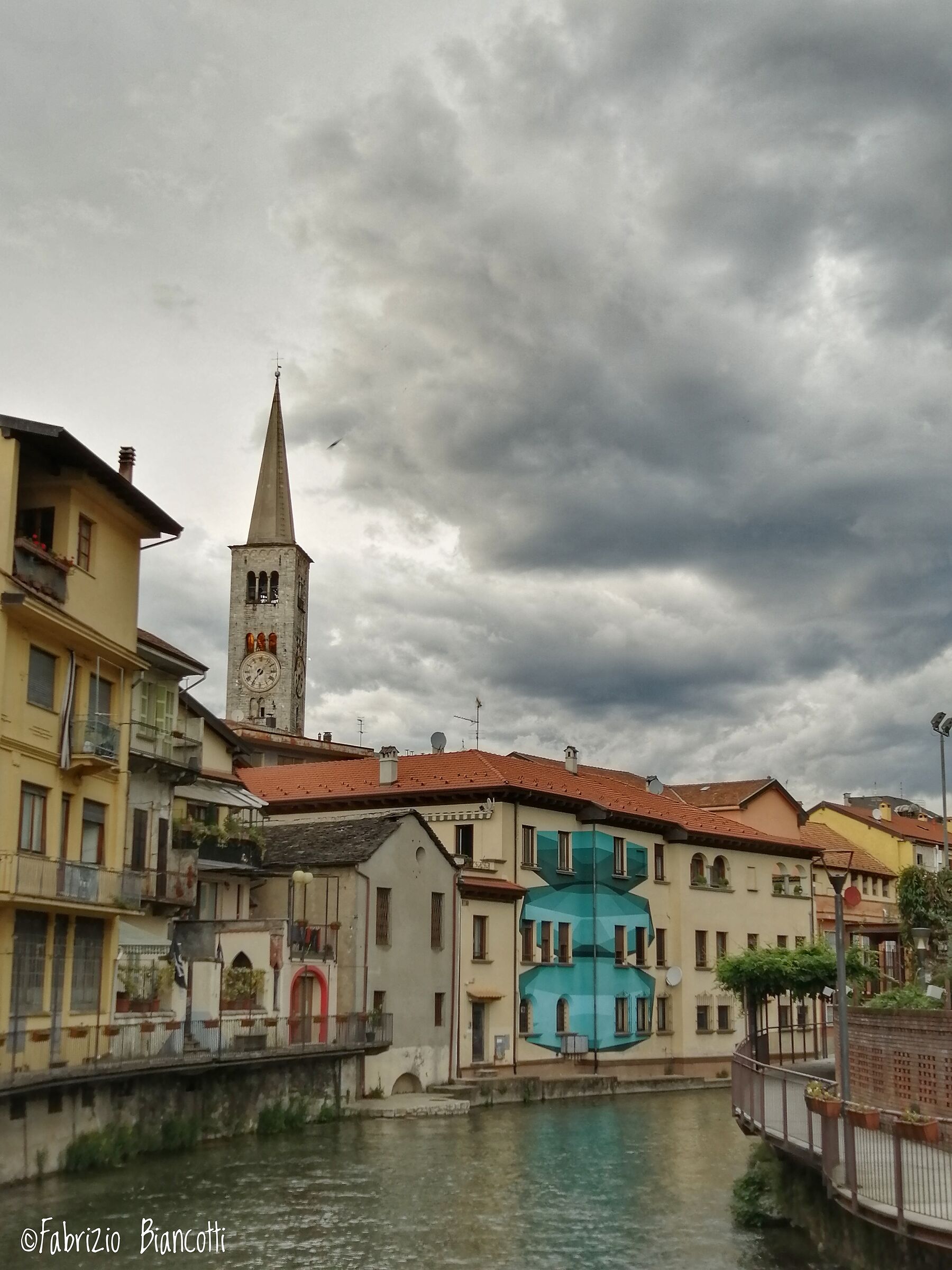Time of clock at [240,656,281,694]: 7:07
